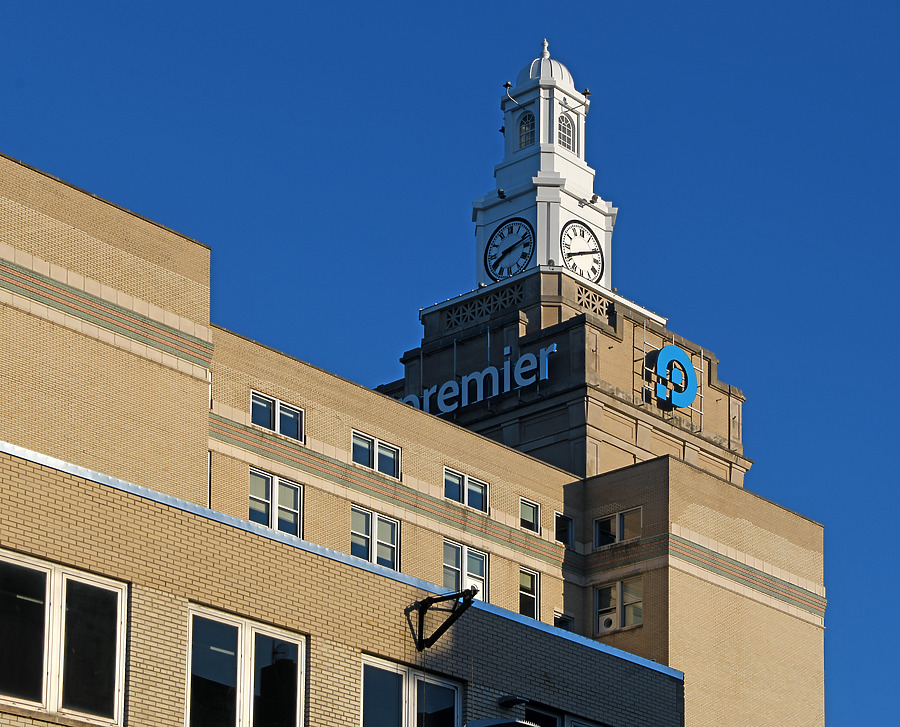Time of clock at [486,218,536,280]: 8:12
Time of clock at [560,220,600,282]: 8:11
